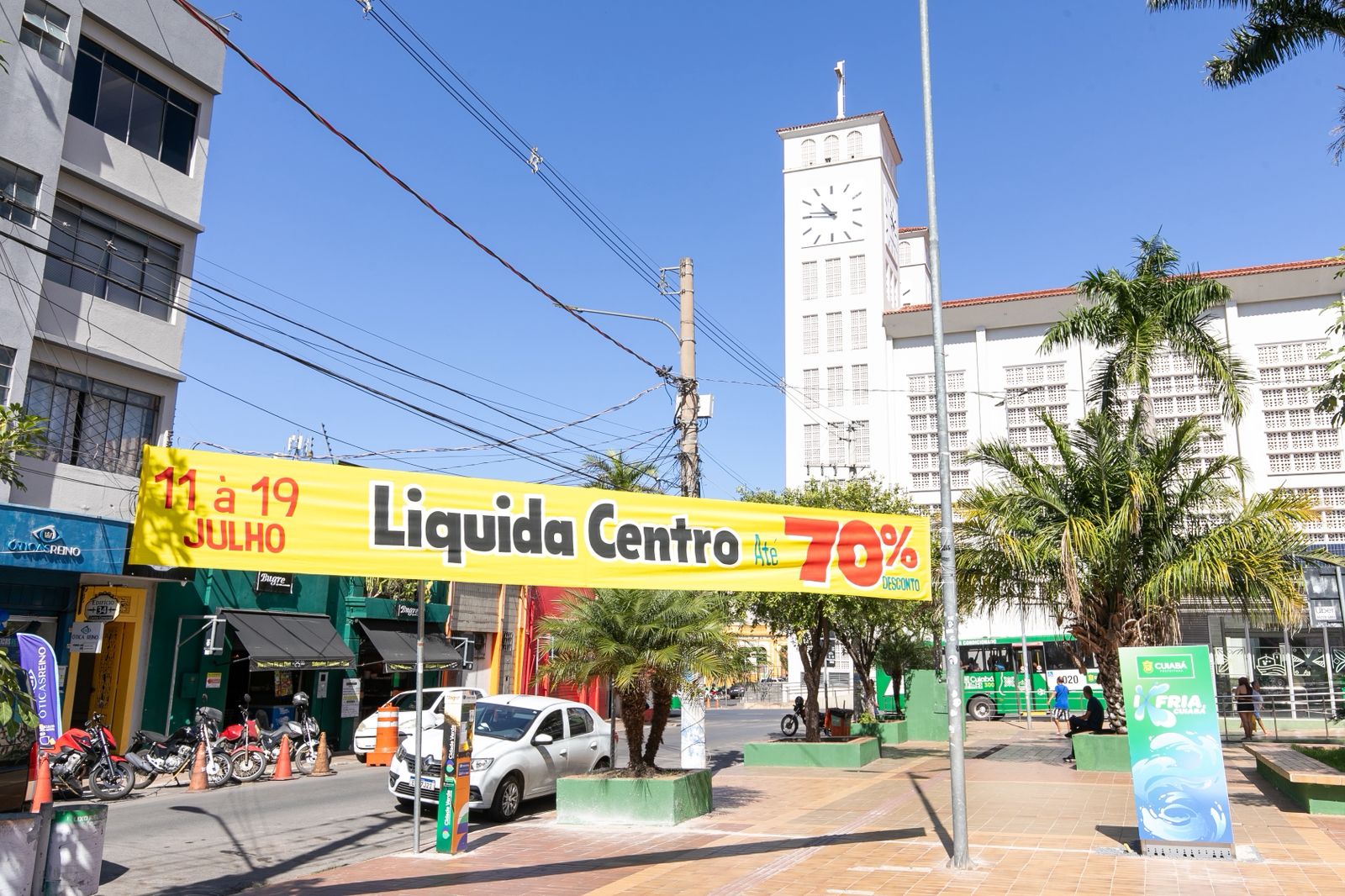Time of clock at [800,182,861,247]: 10:46
